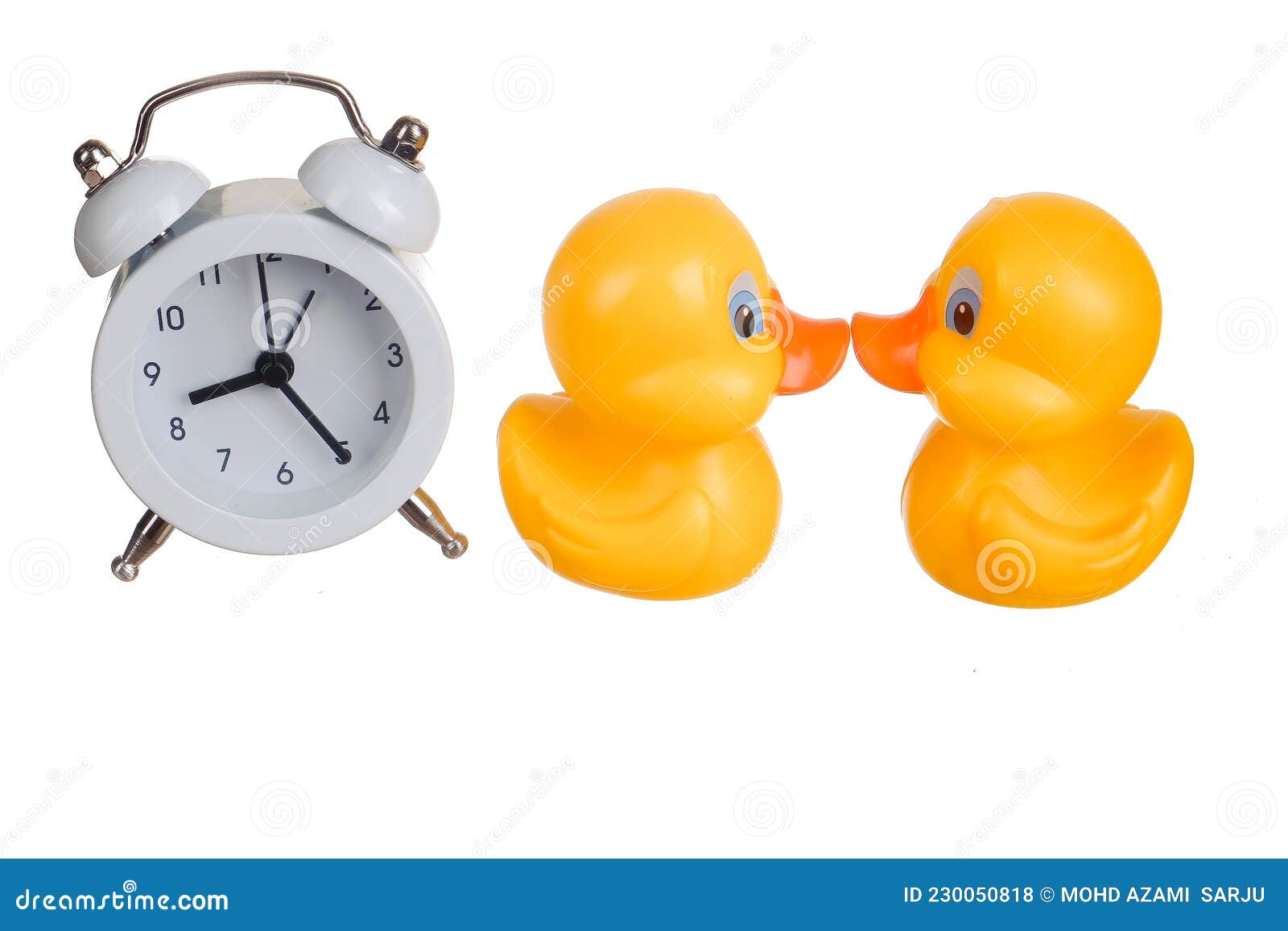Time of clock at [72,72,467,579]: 8:24
